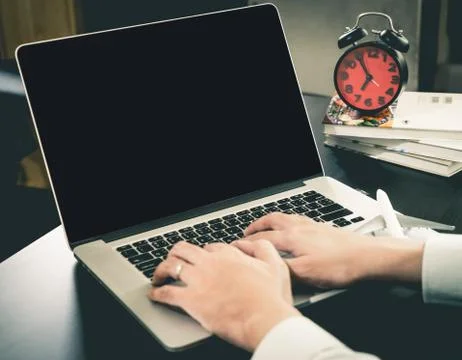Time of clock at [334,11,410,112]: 6:54
